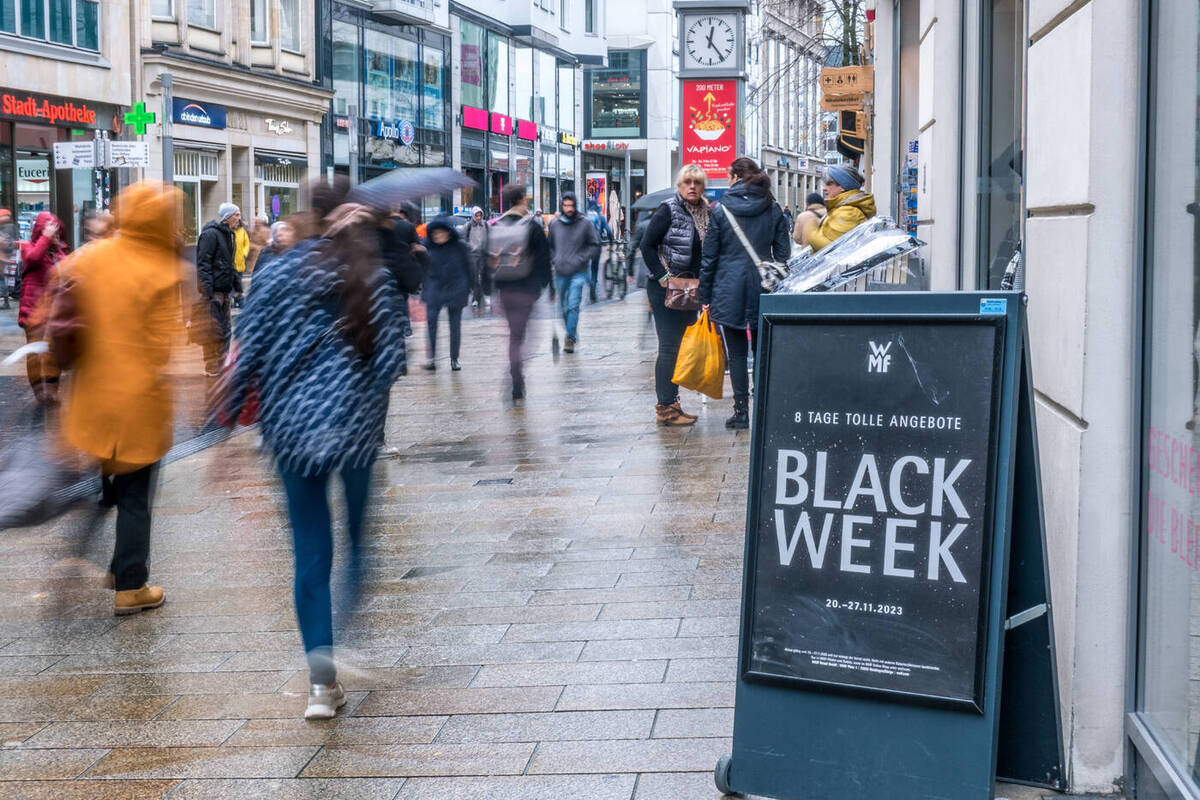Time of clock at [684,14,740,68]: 12:23
